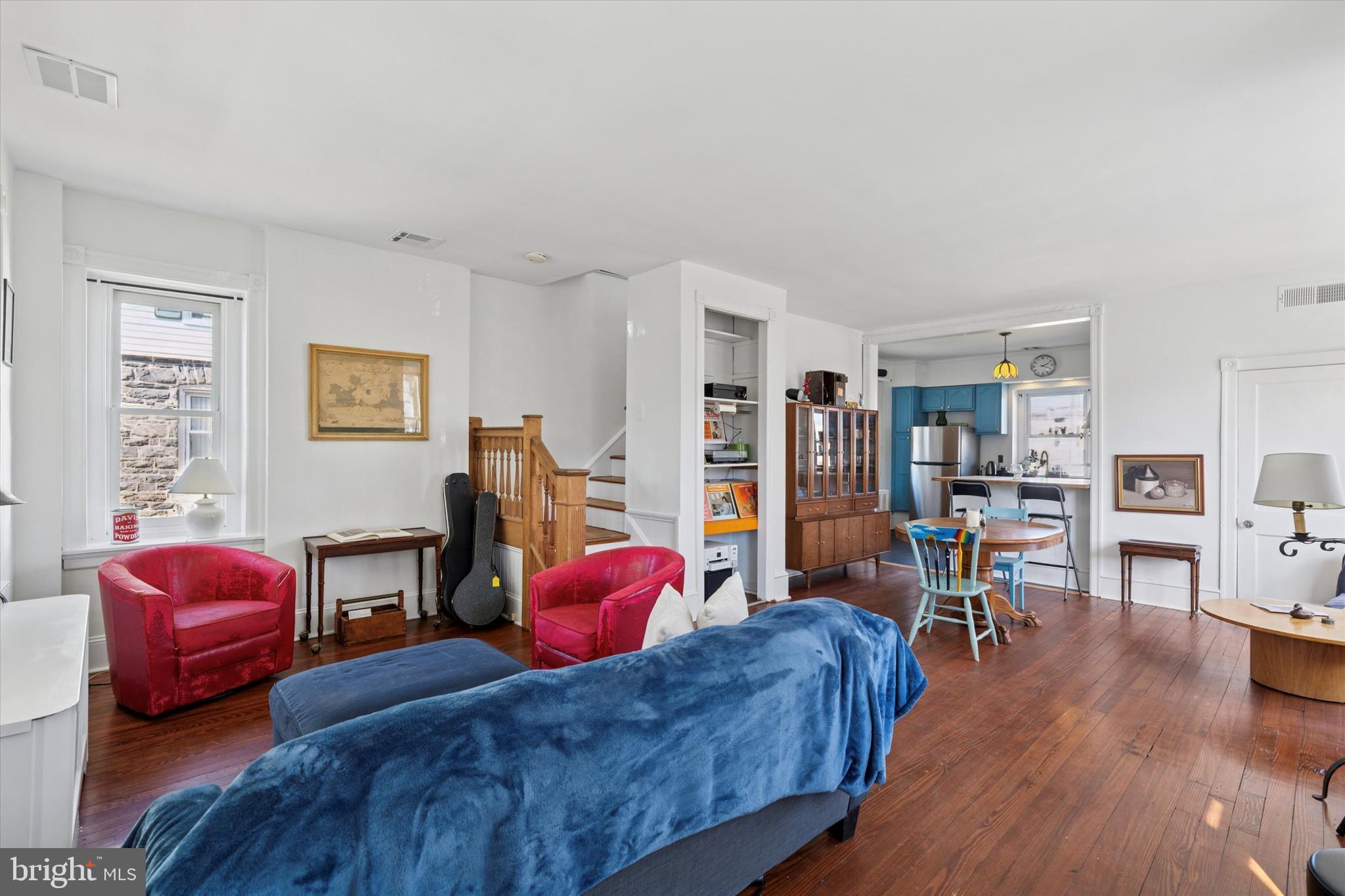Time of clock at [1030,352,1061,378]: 2:19
